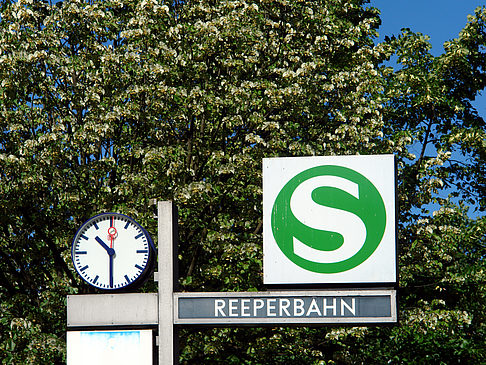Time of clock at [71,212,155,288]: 10:30
